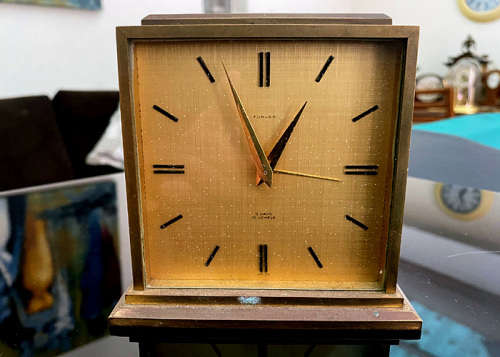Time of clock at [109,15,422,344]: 12:56
